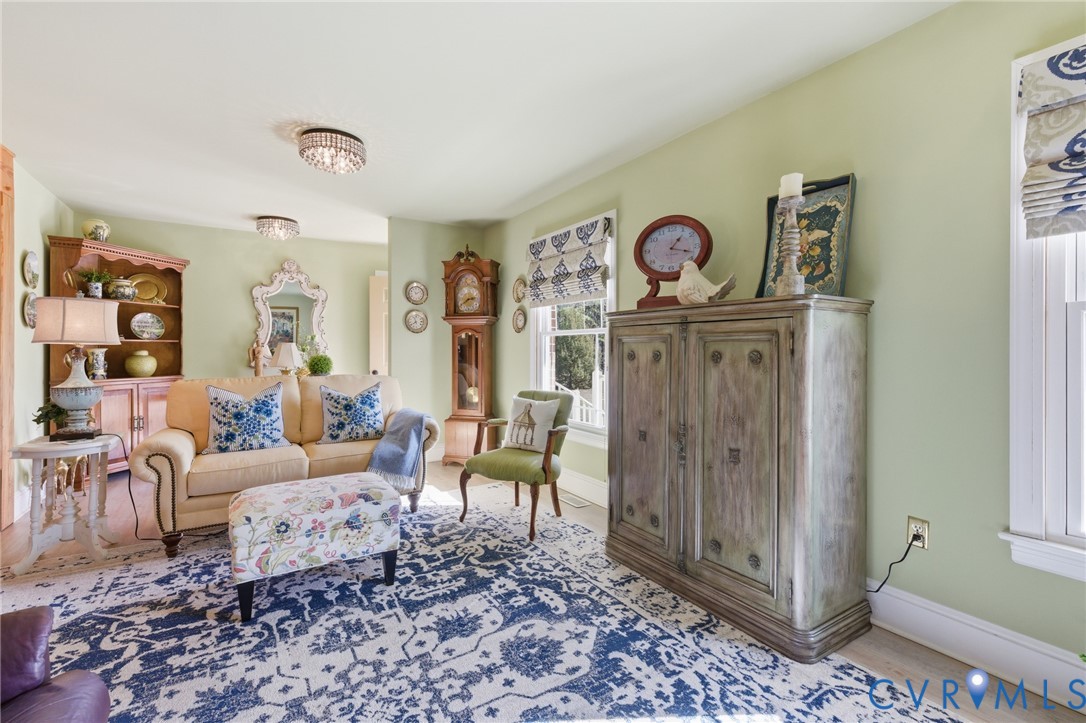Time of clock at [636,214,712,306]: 1:18
